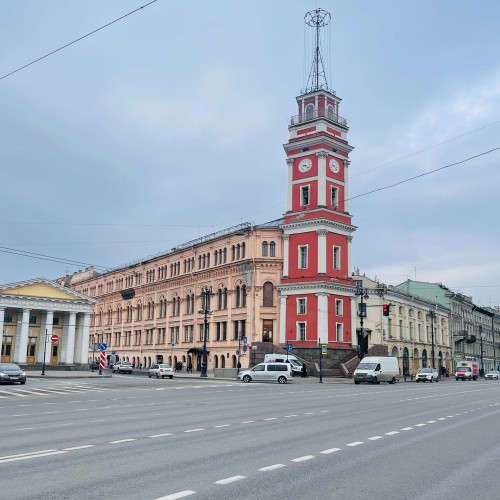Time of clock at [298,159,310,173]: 9:22
